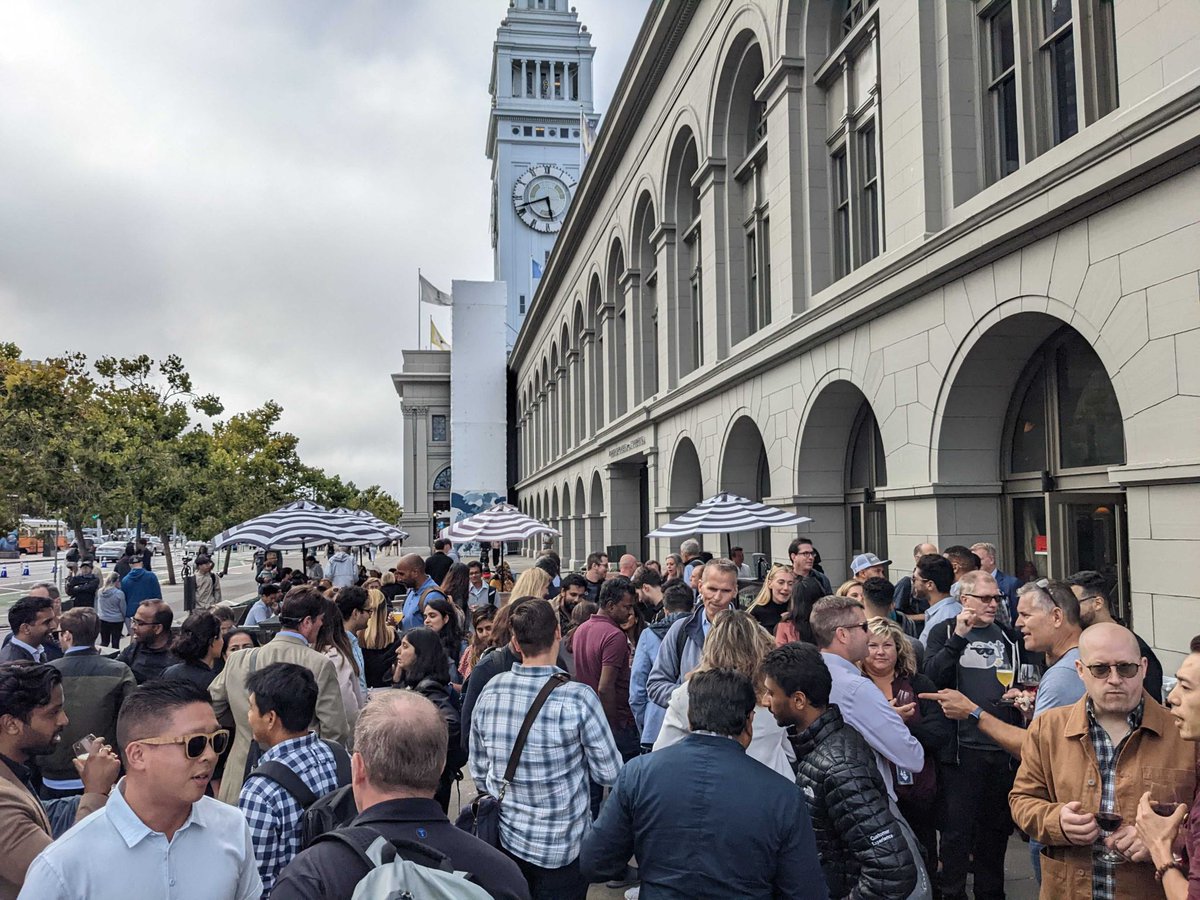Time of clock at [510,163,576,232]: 5:42
